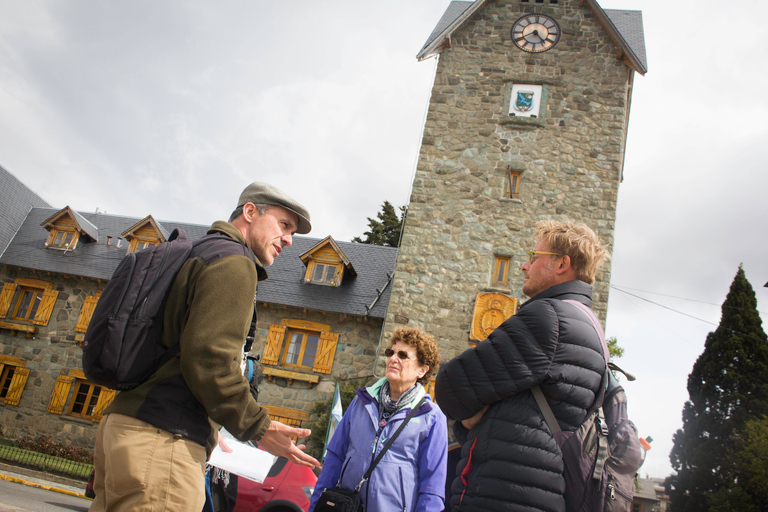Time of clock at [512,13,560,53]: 4:40
